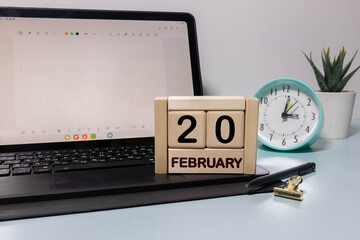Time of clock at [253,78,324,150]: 3:01
